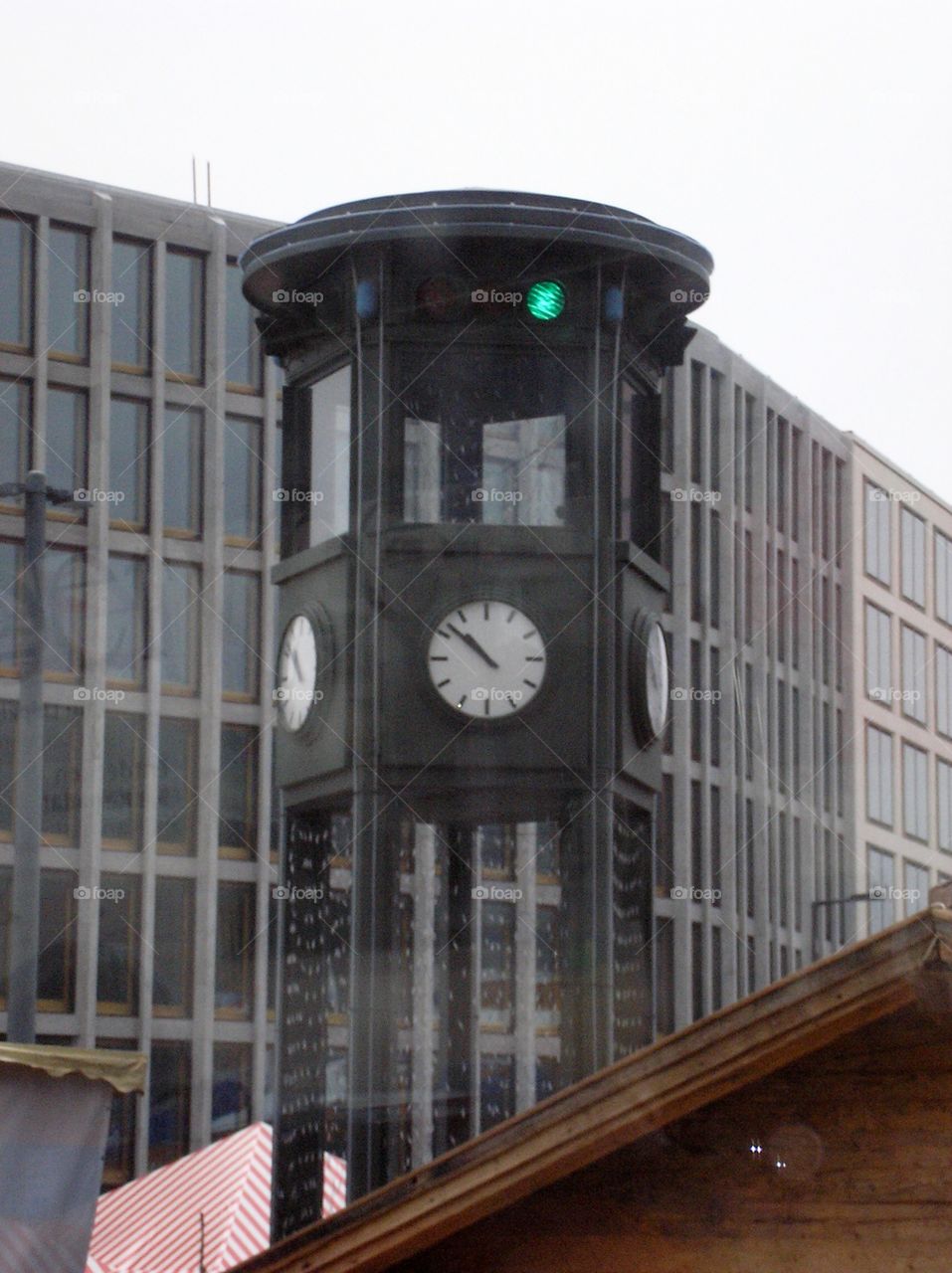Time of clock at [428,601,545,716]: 10:52
